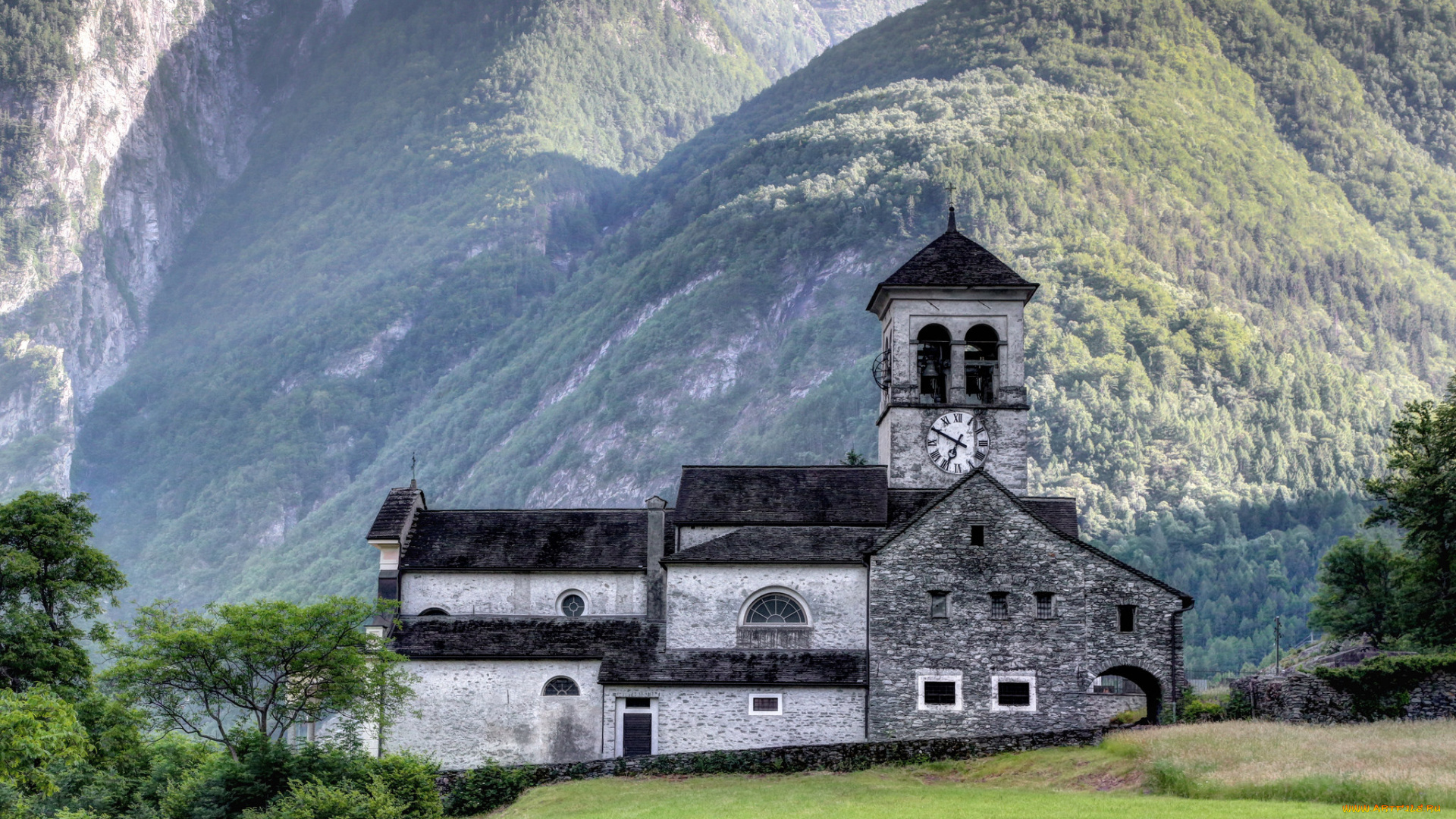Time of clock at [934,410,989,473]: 6:49
